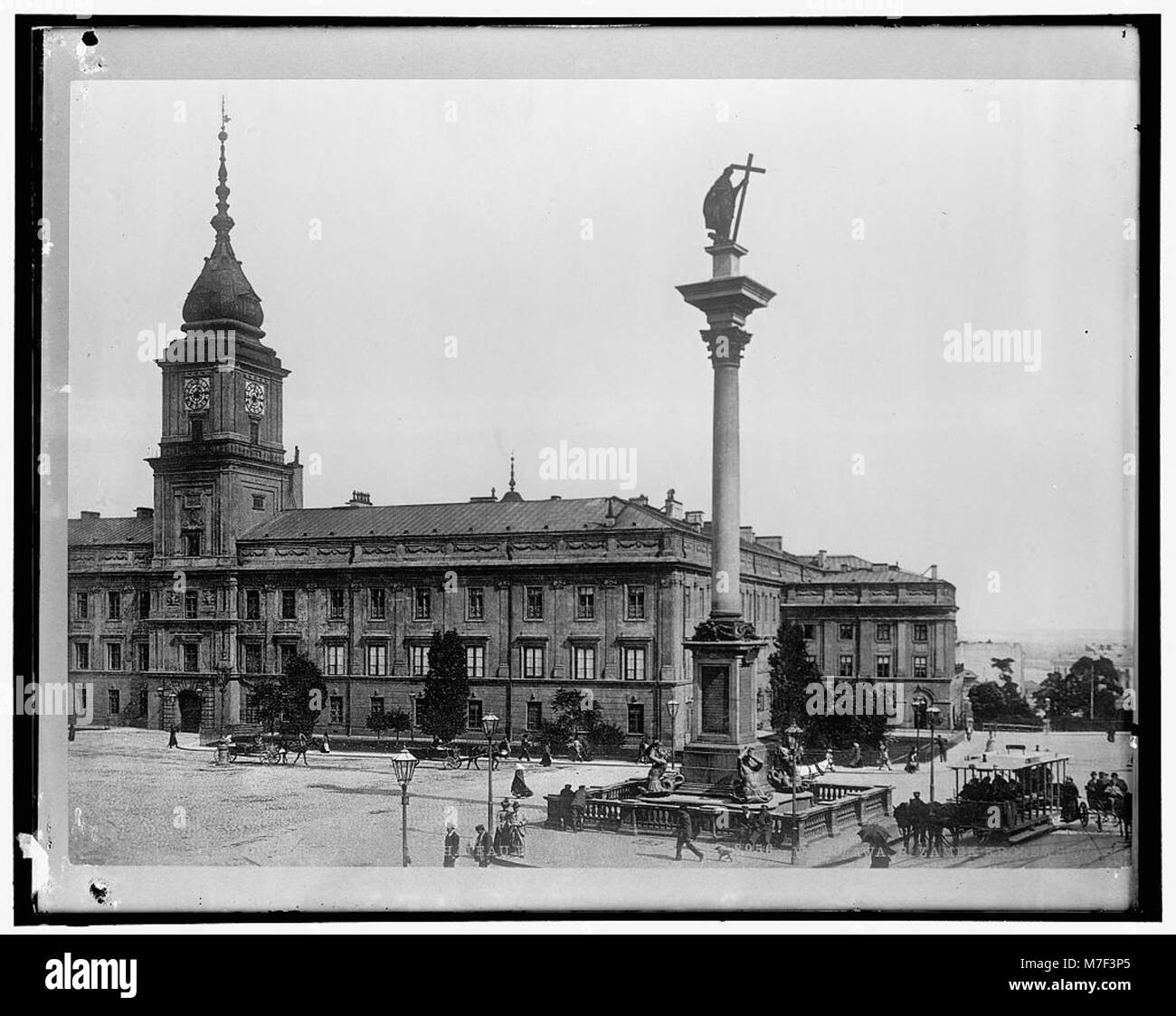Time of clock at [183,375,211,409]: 1:13
